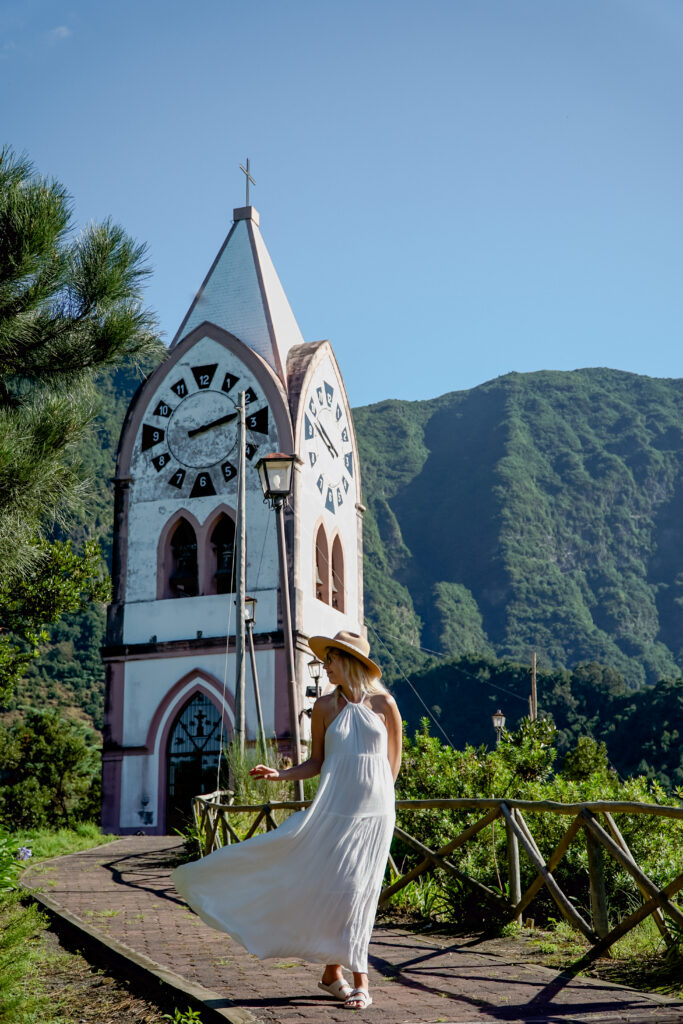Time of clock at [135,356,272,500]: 2:12
